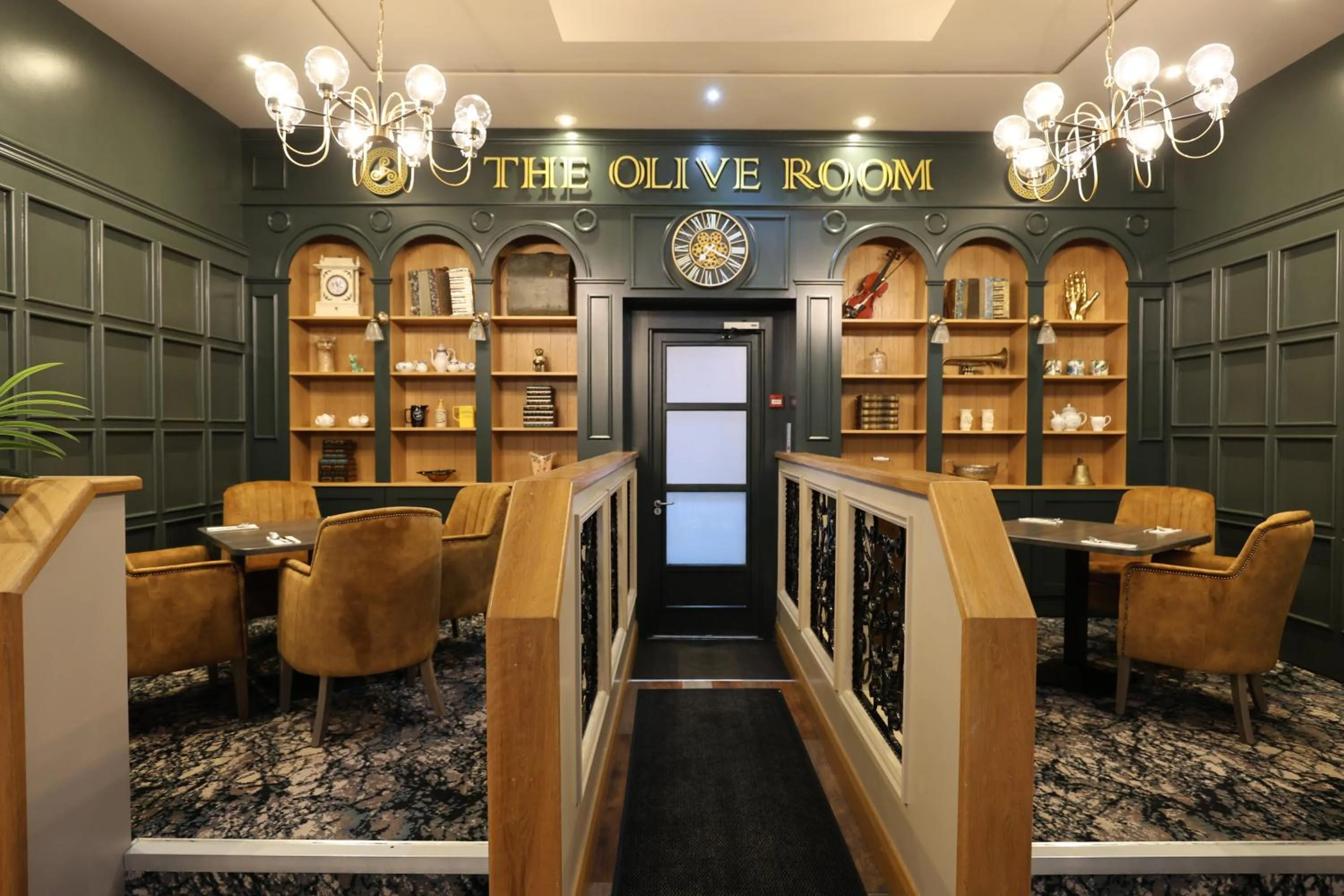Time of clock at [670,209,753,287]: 7:18
